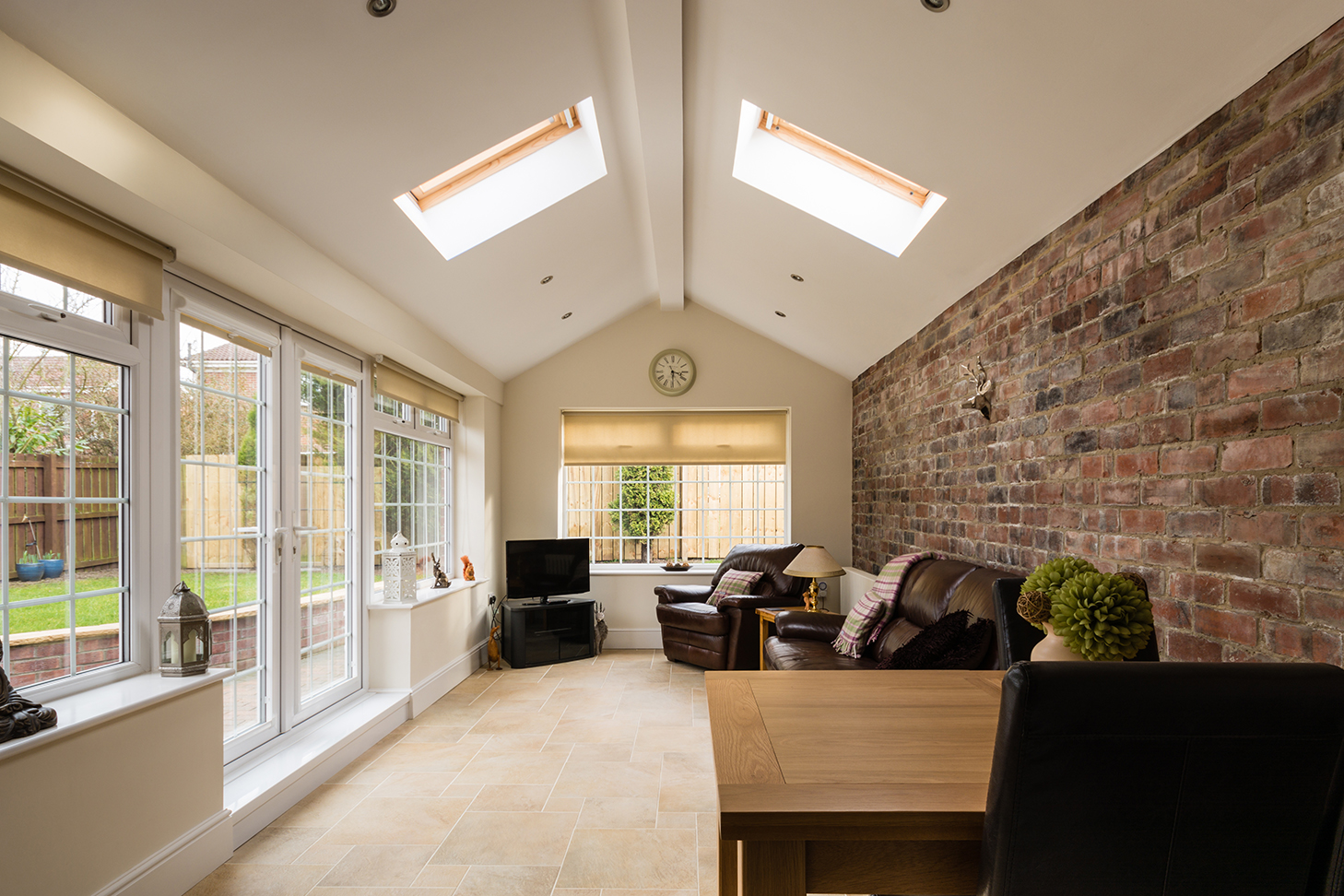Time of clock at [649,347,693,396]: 3:29
